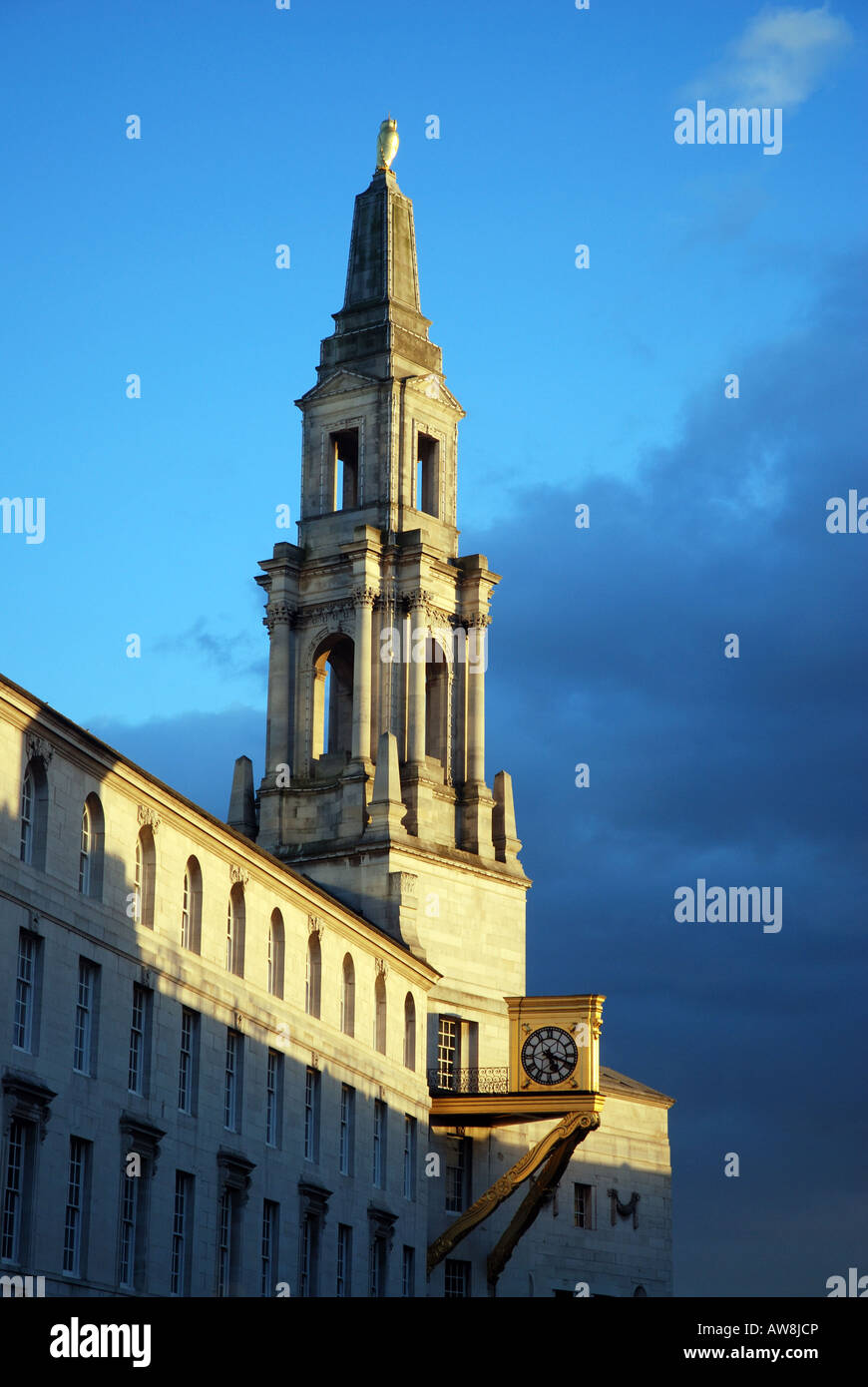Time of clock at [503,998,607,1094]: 5:18
